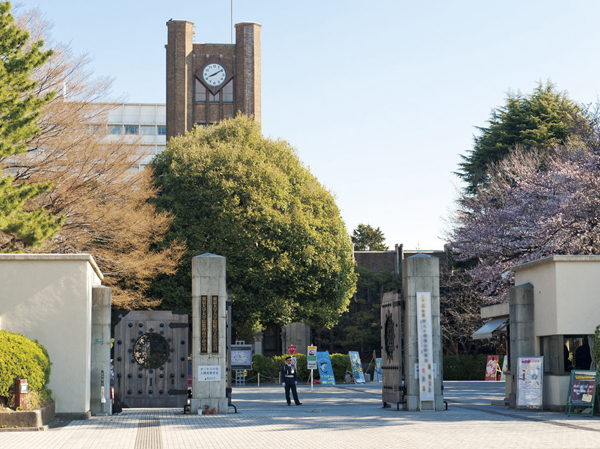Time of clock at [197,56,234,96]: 8:09
